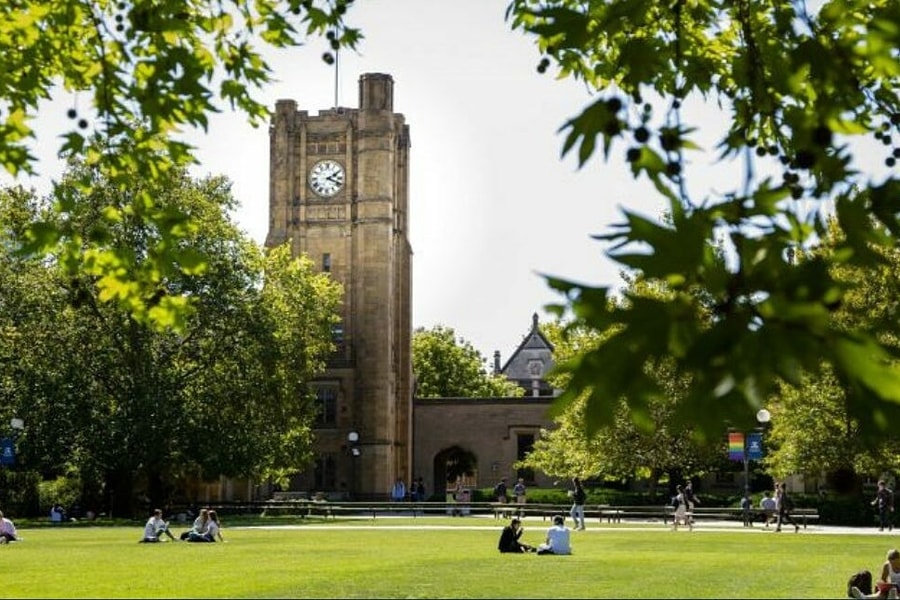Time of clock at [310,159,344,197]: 2:18
